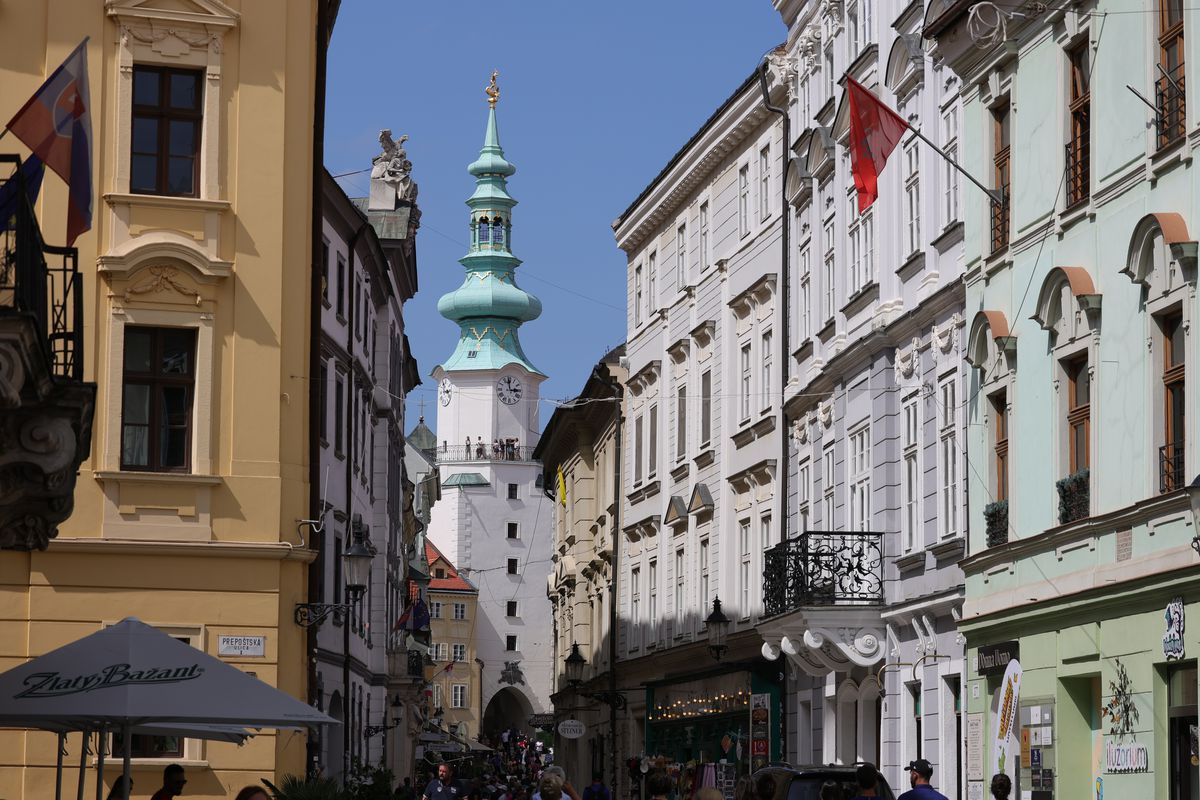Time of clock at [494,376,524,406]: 2:59
